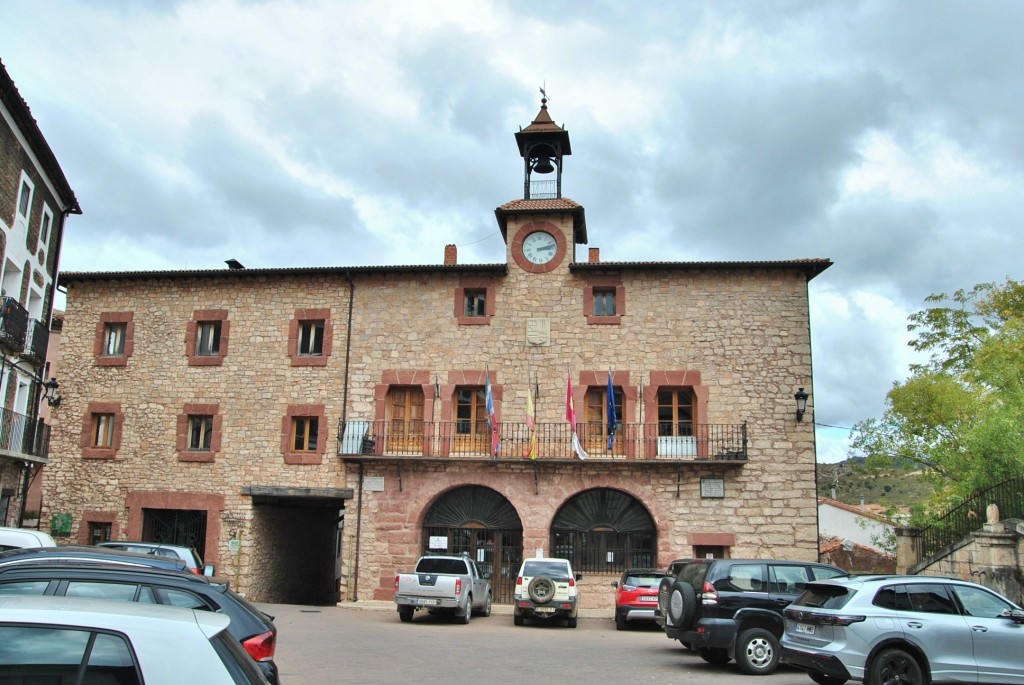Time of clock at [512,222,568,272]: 3:13
